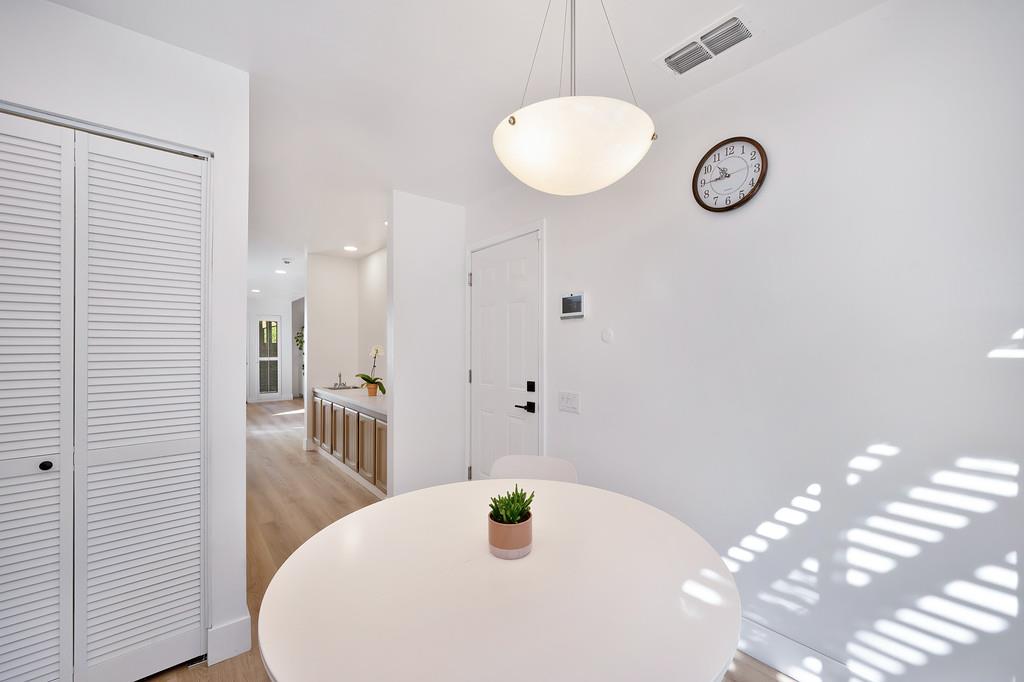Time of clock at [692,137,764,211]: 10:44
